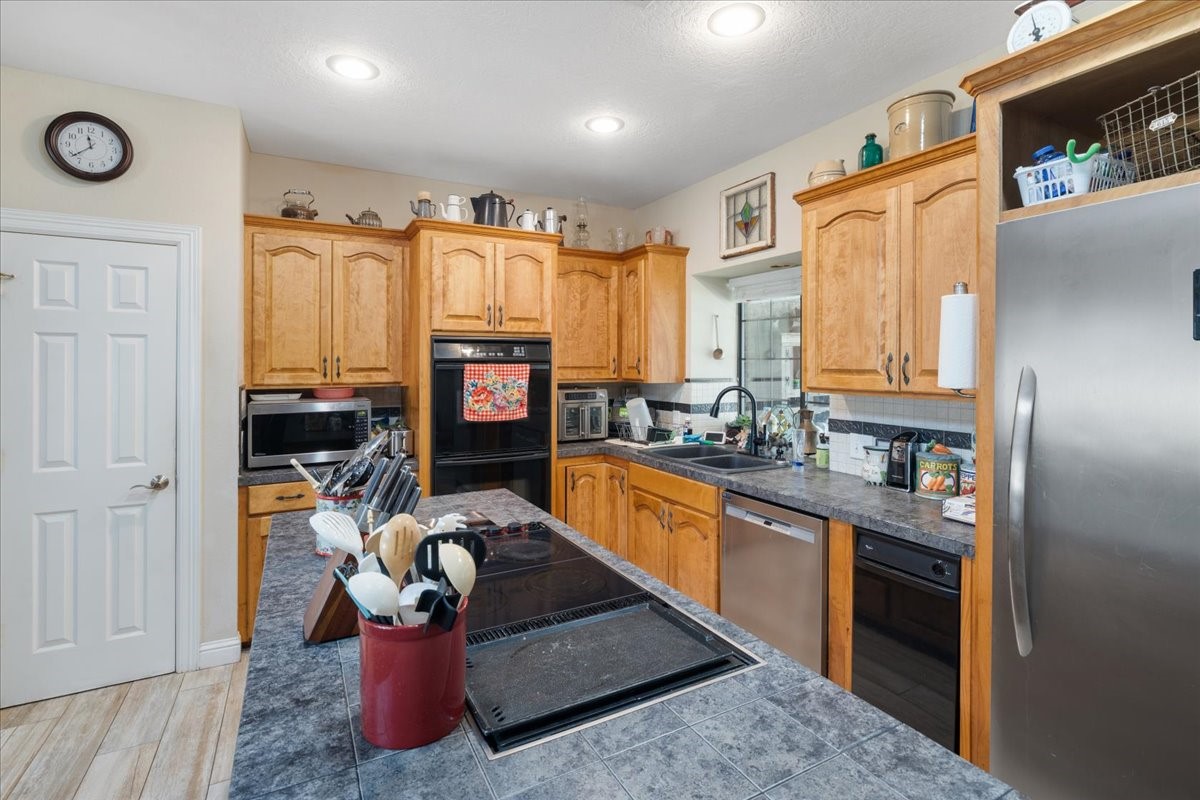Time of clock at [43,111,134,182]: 11:38
